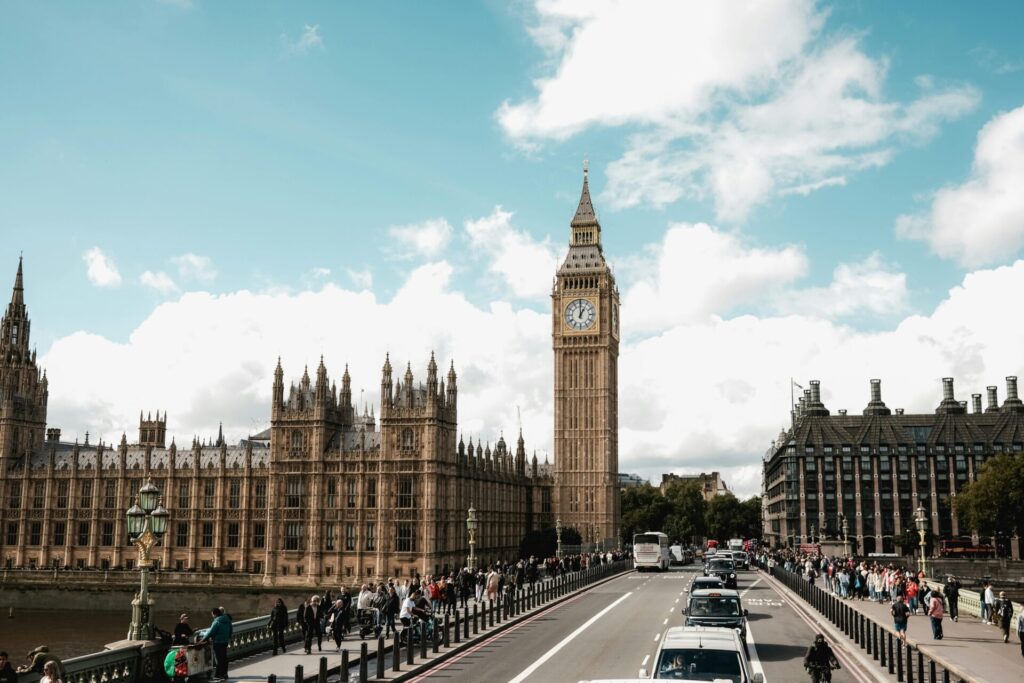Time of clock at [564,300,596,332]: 1:00
